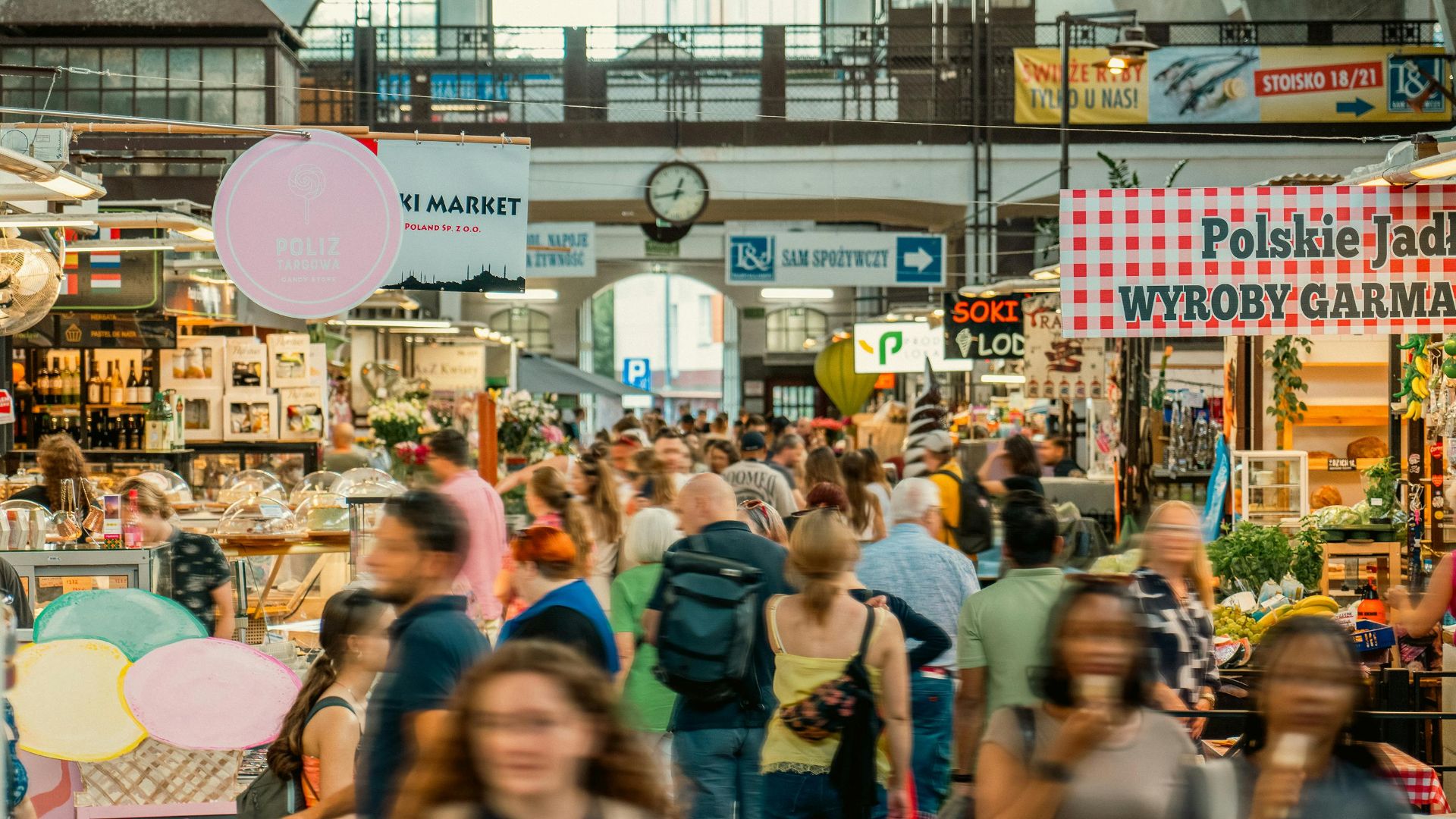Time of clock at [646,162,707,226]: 12:43
